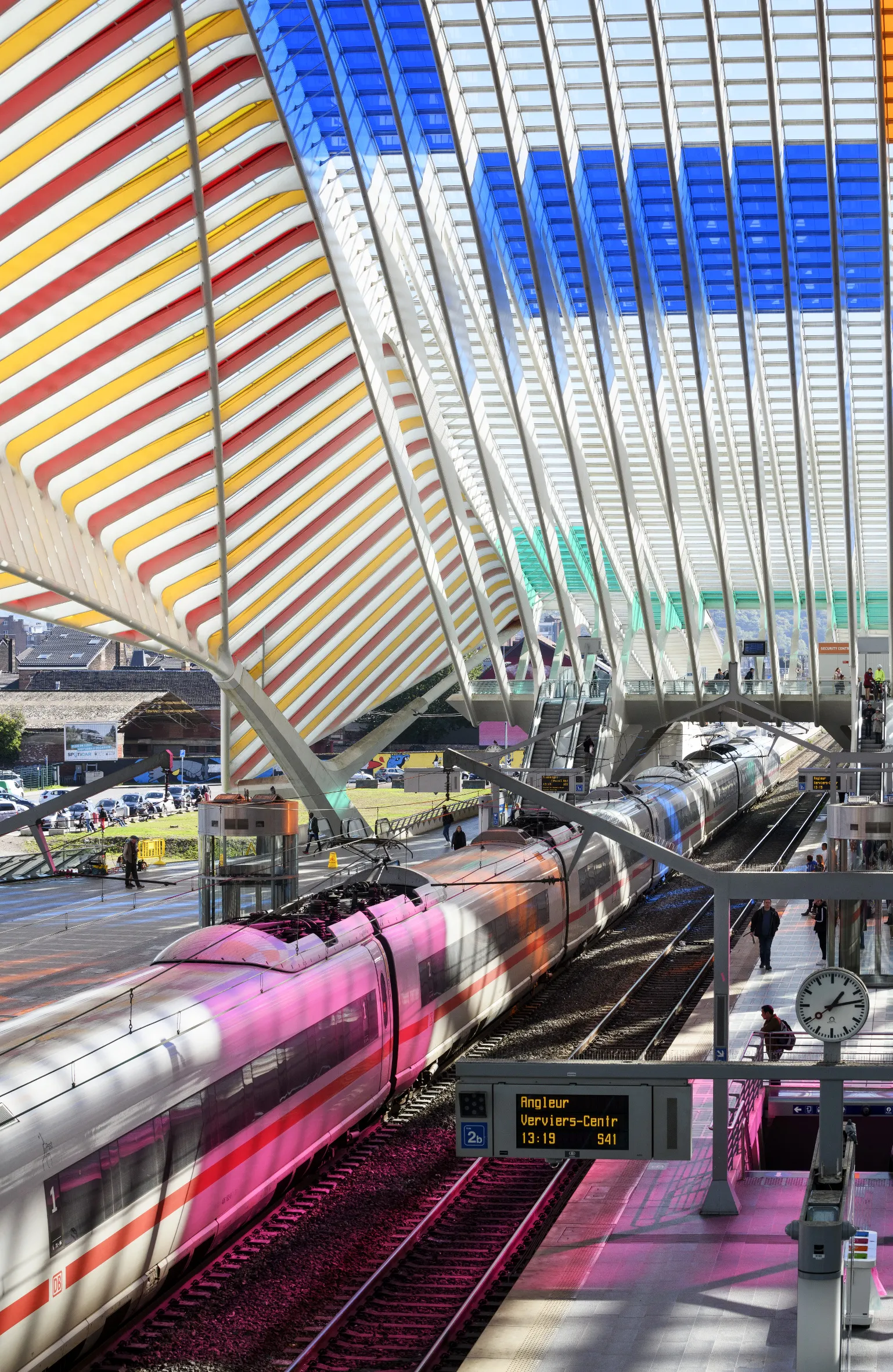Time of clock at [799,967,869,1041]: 1:13
